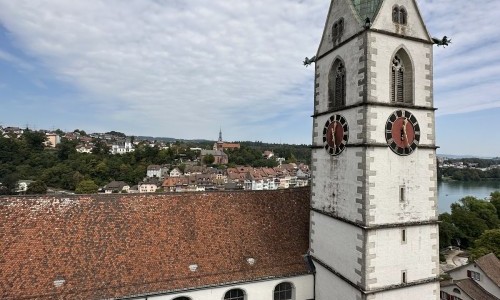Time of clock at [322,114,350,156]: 12:28
